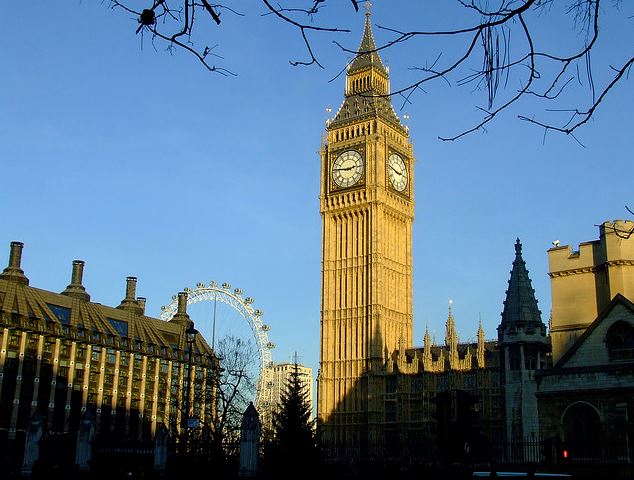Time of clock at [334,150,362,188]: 2:46
